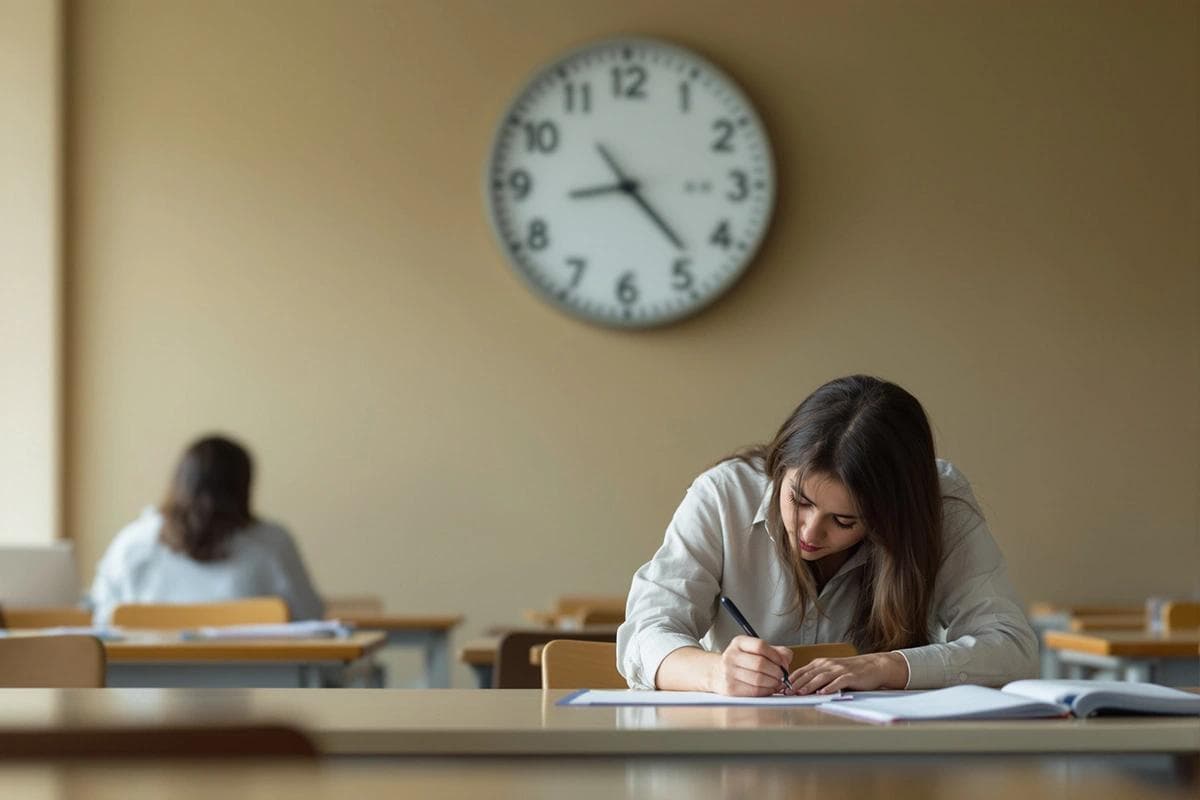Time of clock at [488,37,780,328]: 8:23
